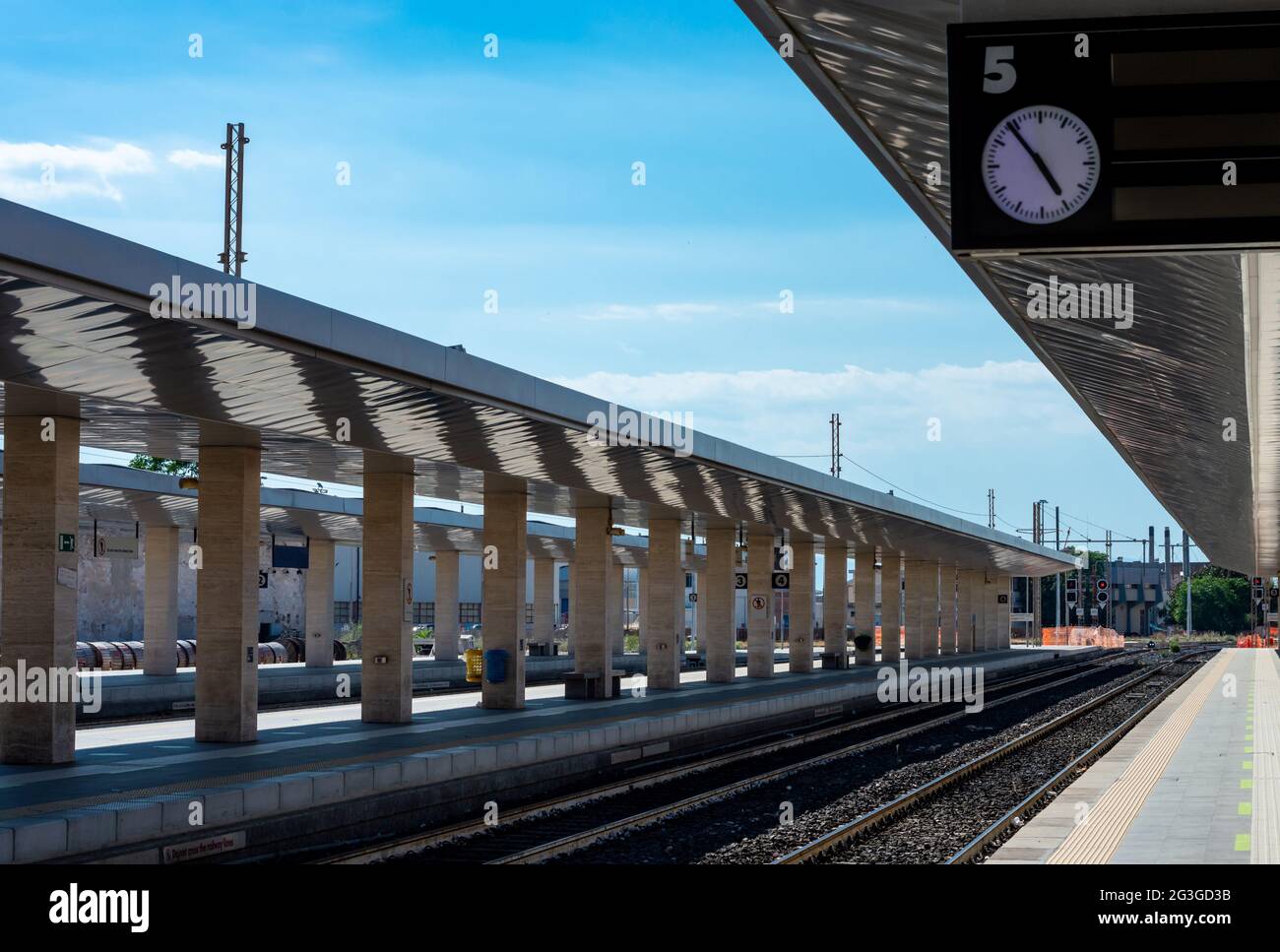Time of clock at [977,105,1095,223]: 4:53
